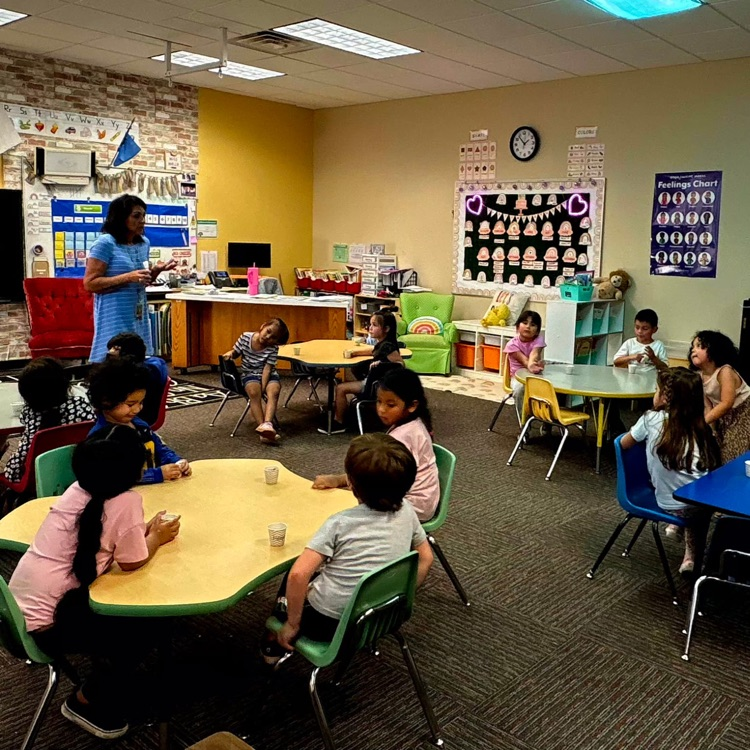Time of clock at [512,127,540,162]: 1:53
